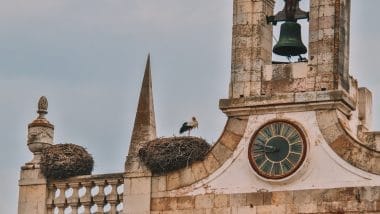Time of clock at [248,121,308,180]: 8:47
